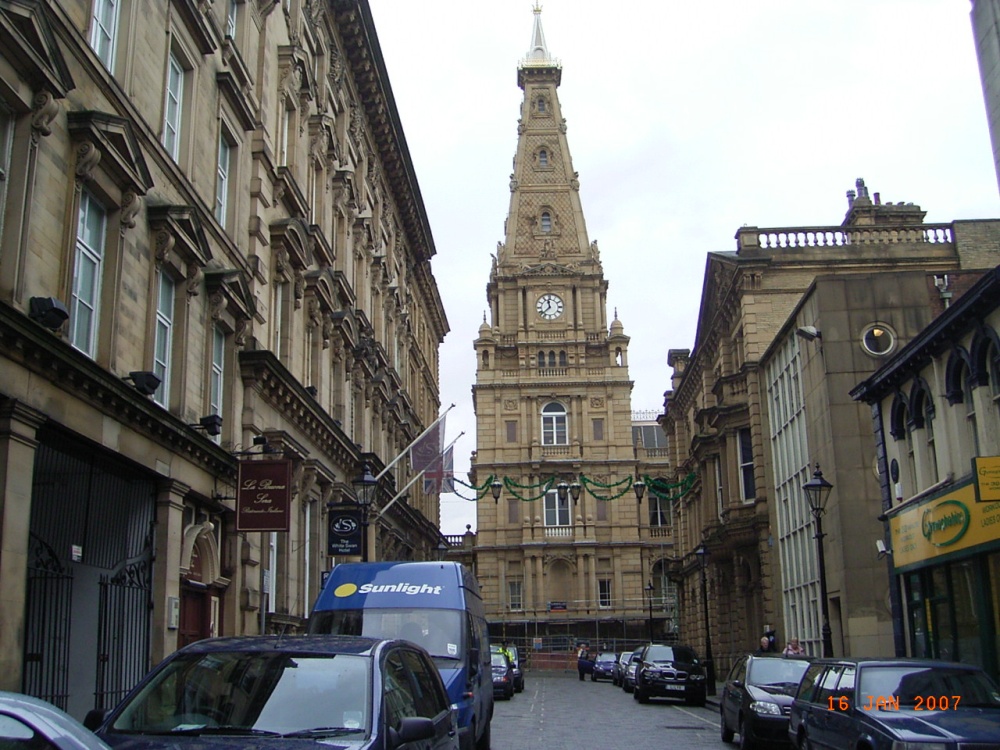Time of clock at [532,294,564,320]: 11:37
